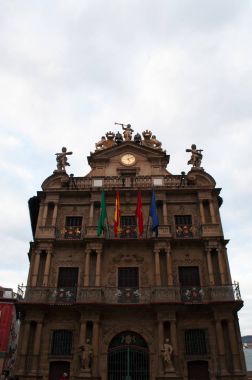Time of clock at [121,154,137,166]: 5:09
